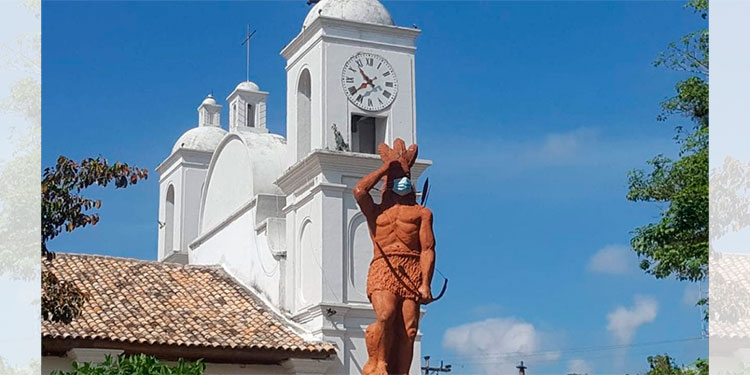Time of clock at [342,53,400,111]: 10:38
